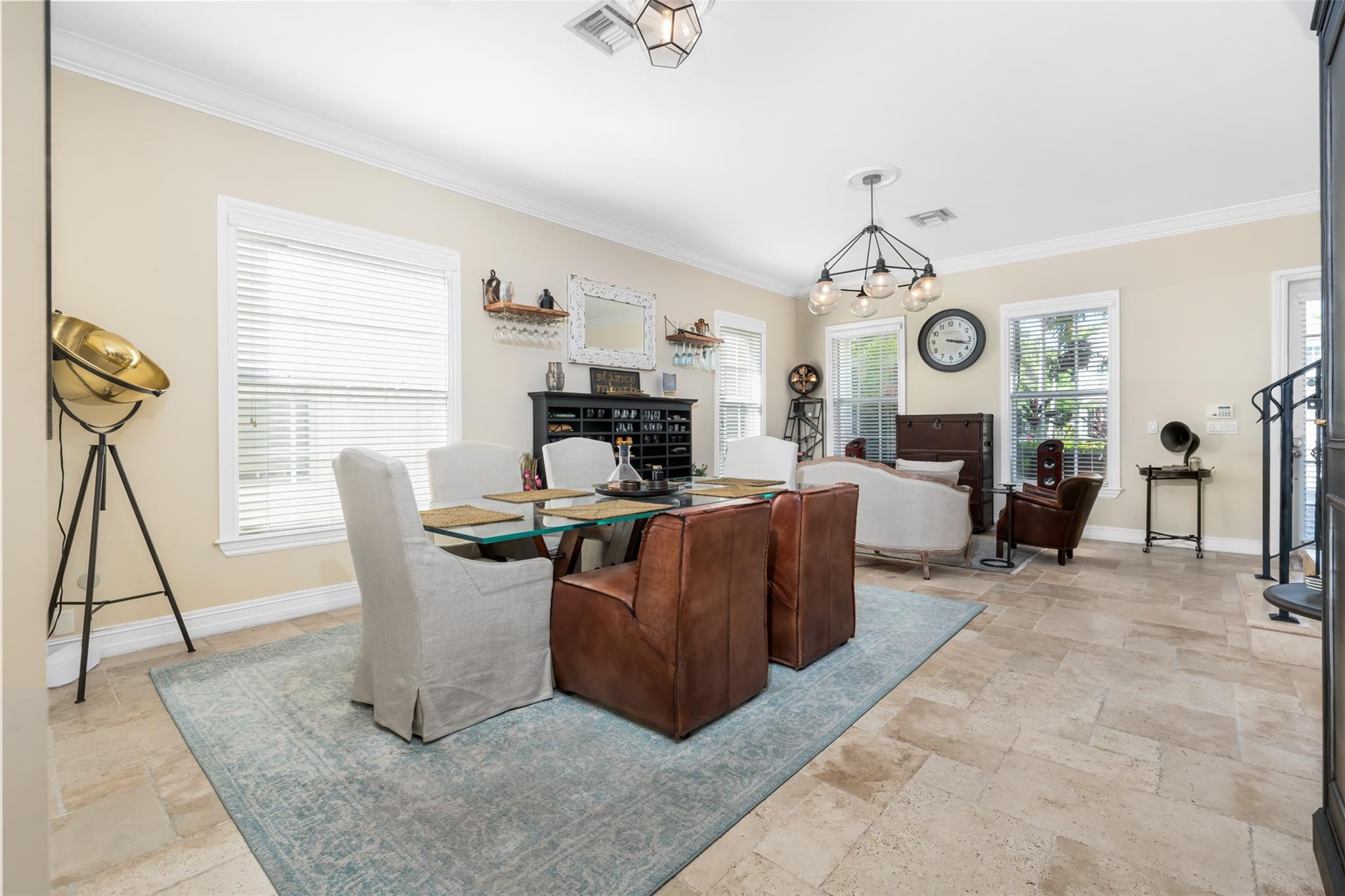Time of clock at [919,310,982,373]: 3:17
